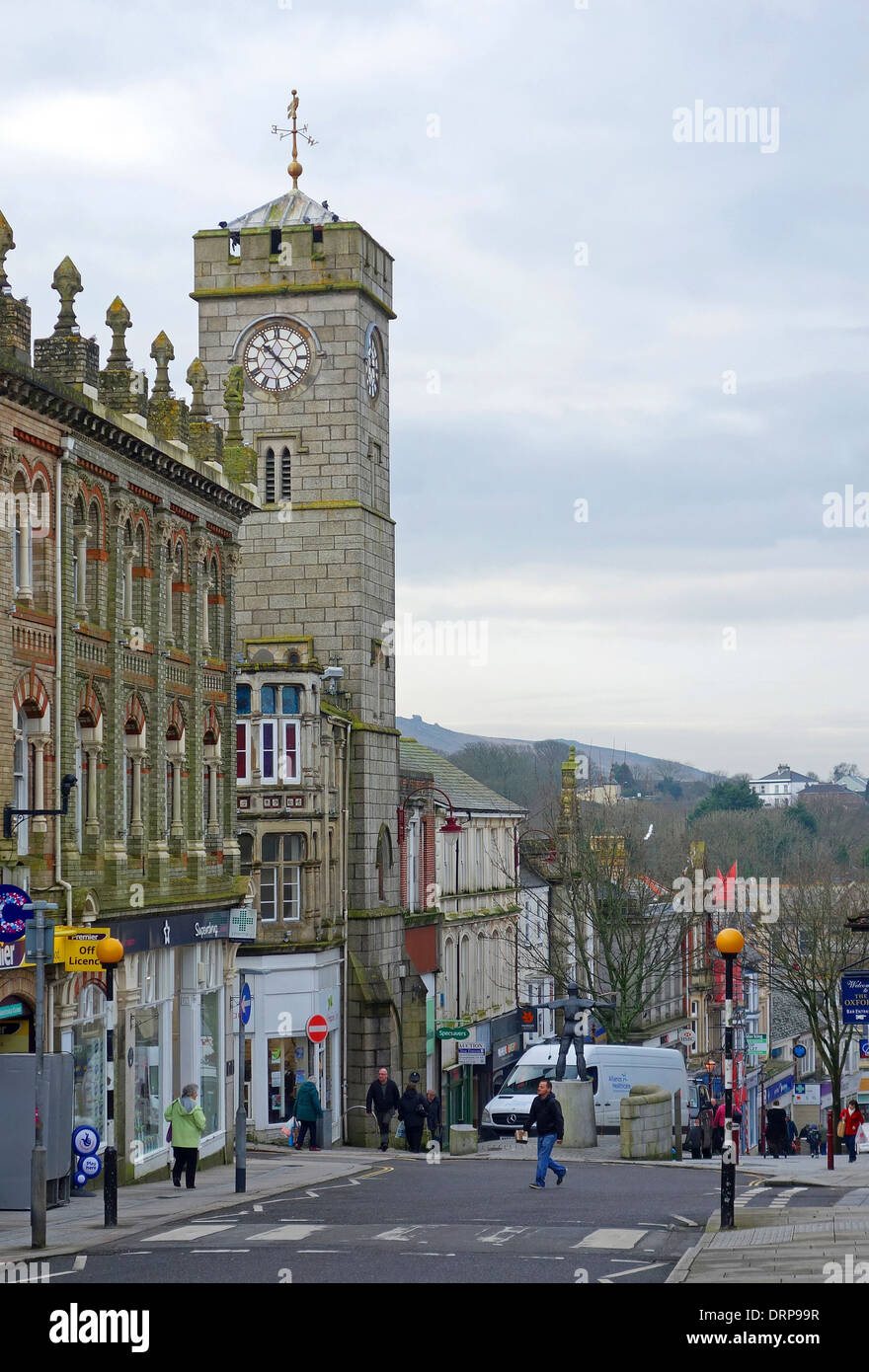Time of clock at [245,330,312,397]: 10:22
